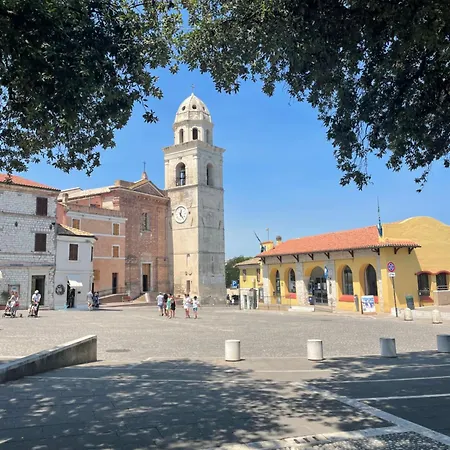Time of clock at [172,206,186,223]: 12:23
